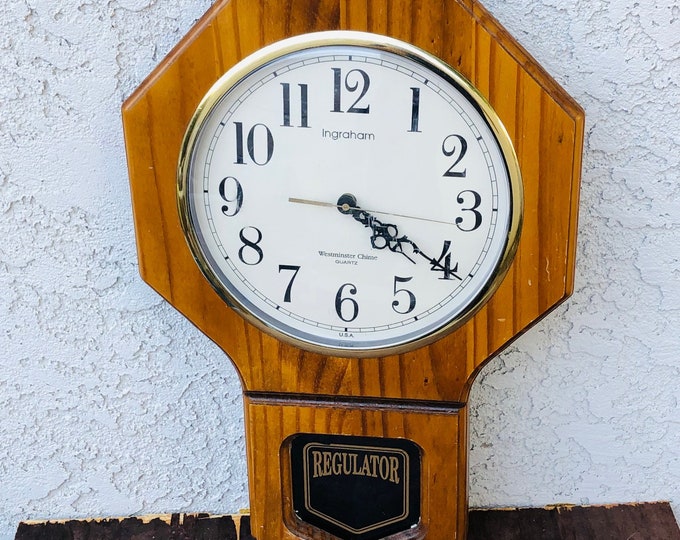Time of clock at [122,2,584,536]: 4:20
